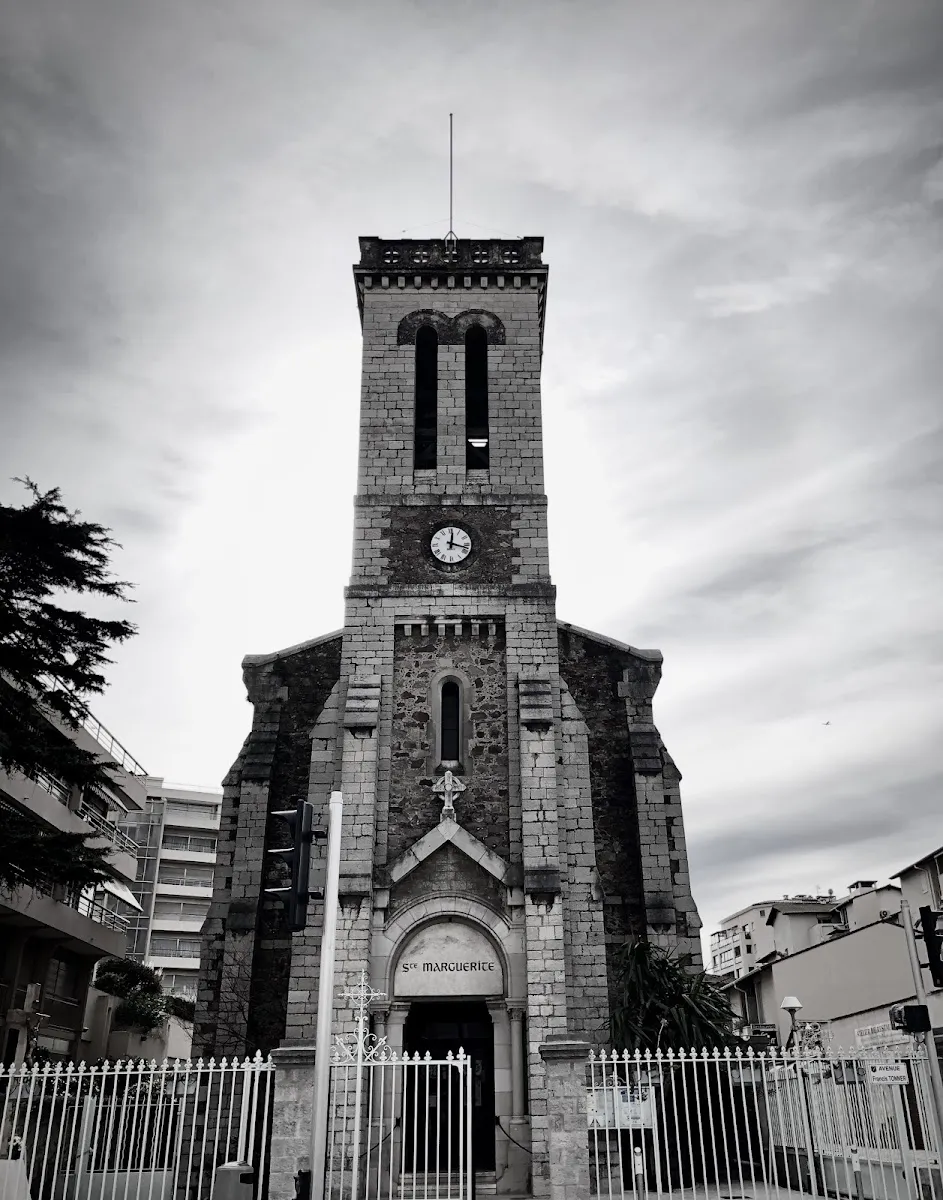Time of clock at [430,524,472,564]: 12:17
